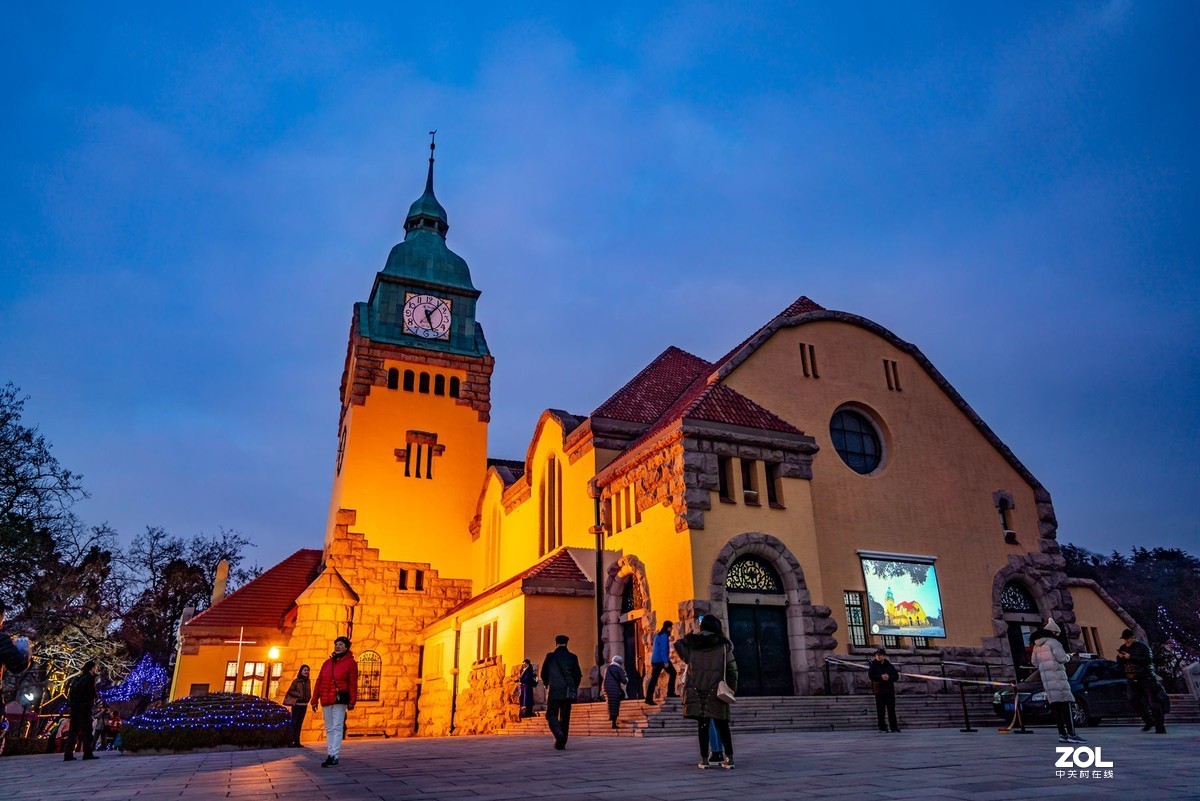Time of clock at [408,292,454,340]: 5:06
